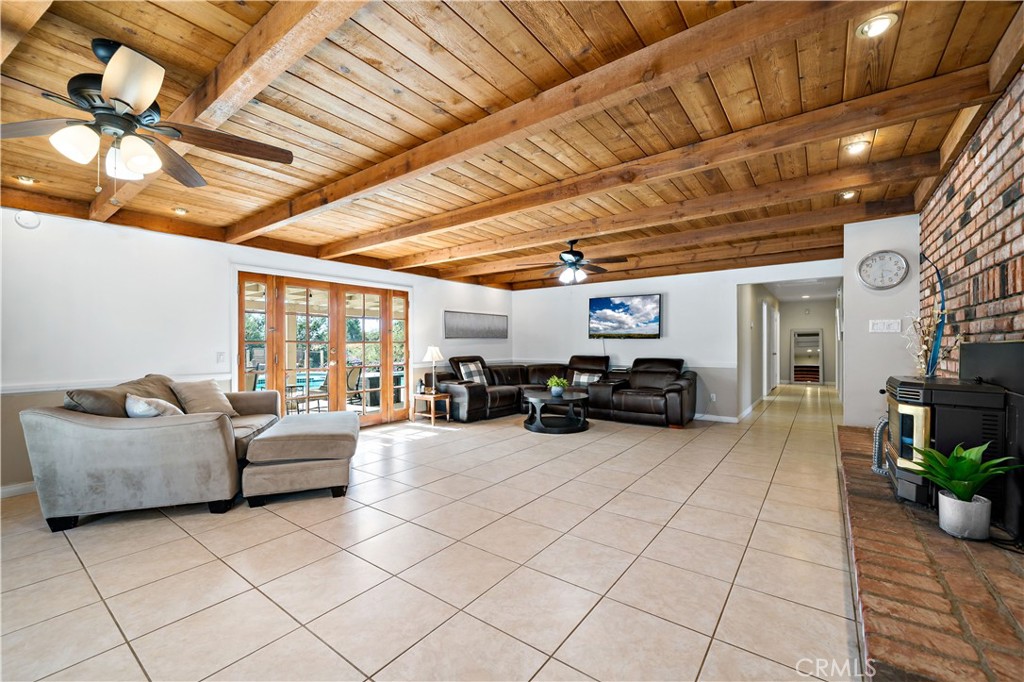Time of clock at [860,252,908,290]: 3:29
